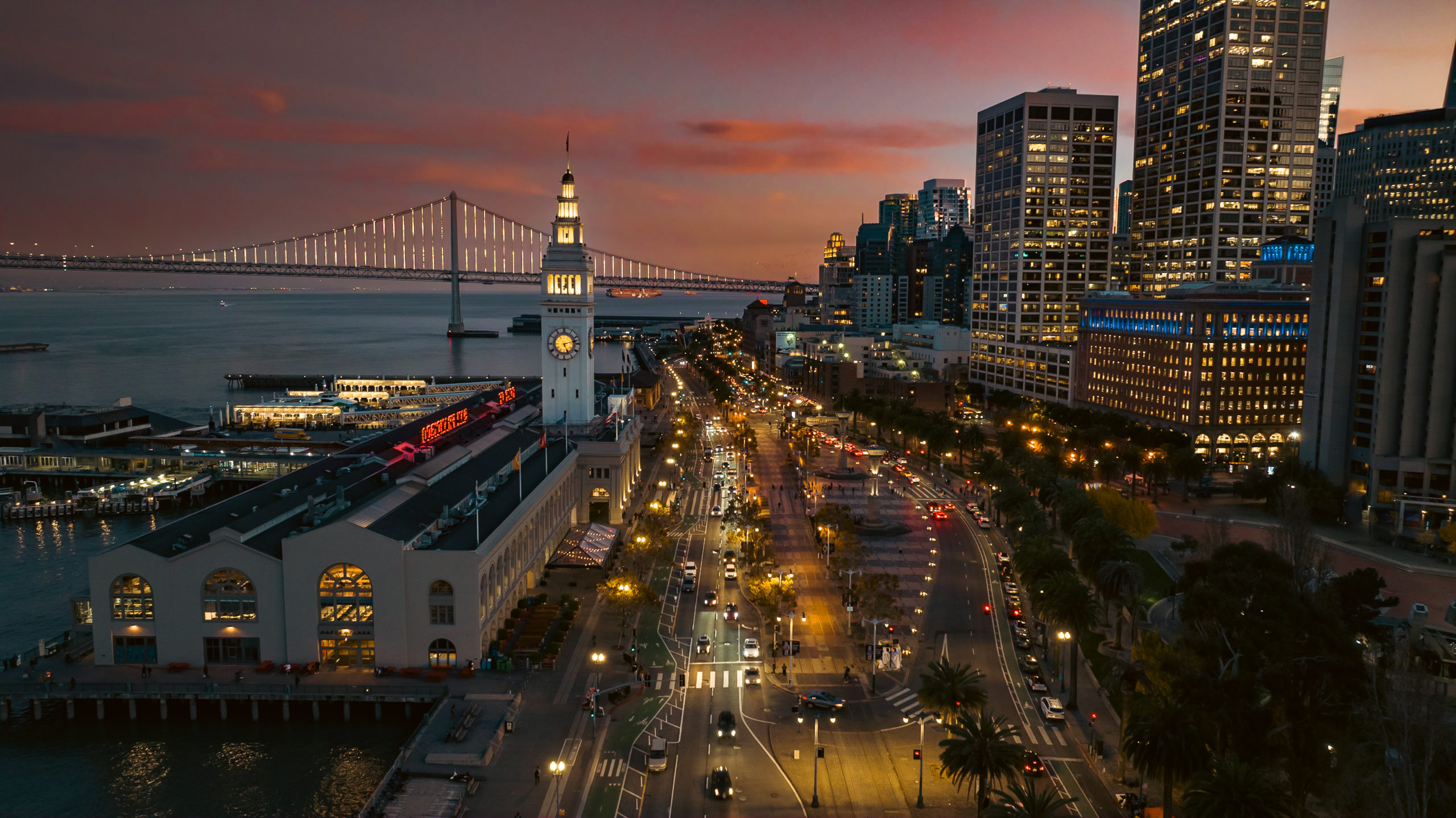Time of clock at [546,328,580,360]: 5:12
